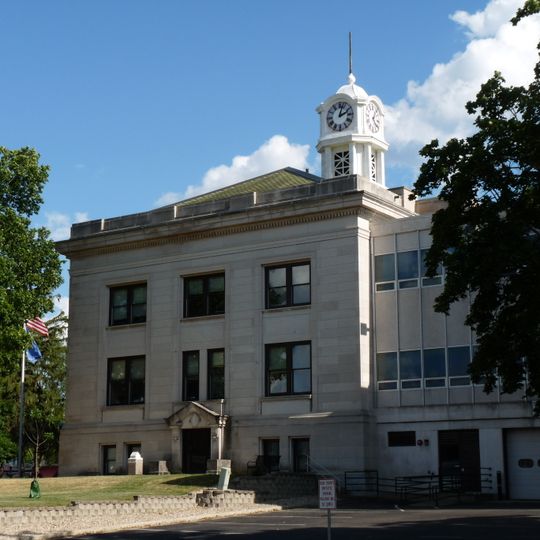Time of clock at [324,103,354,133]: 2:02
